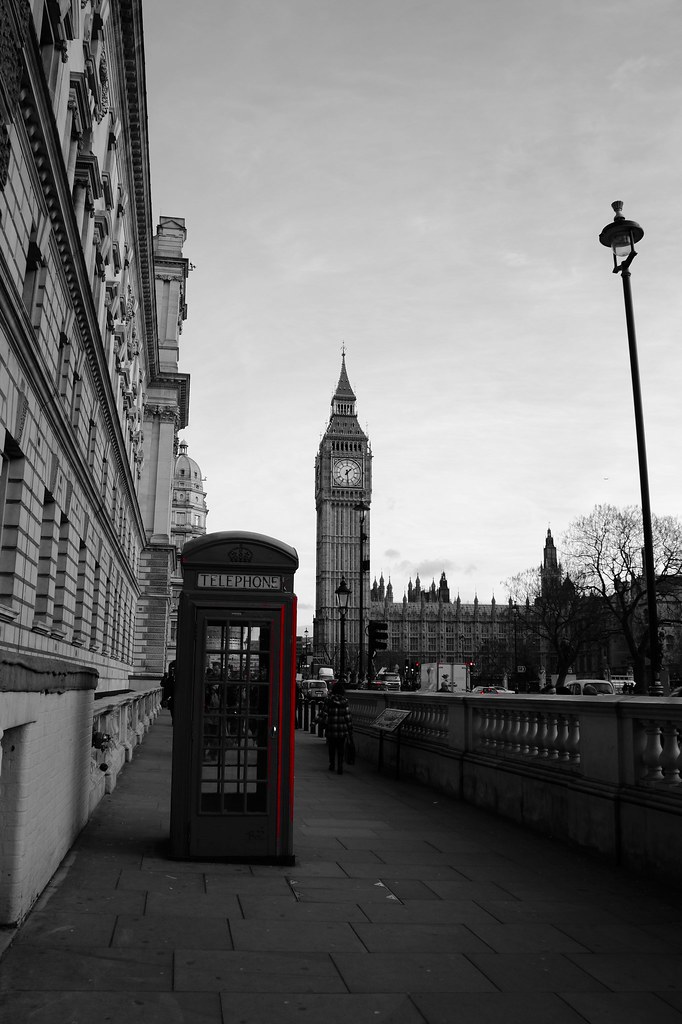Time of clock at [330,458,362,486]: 1:29
